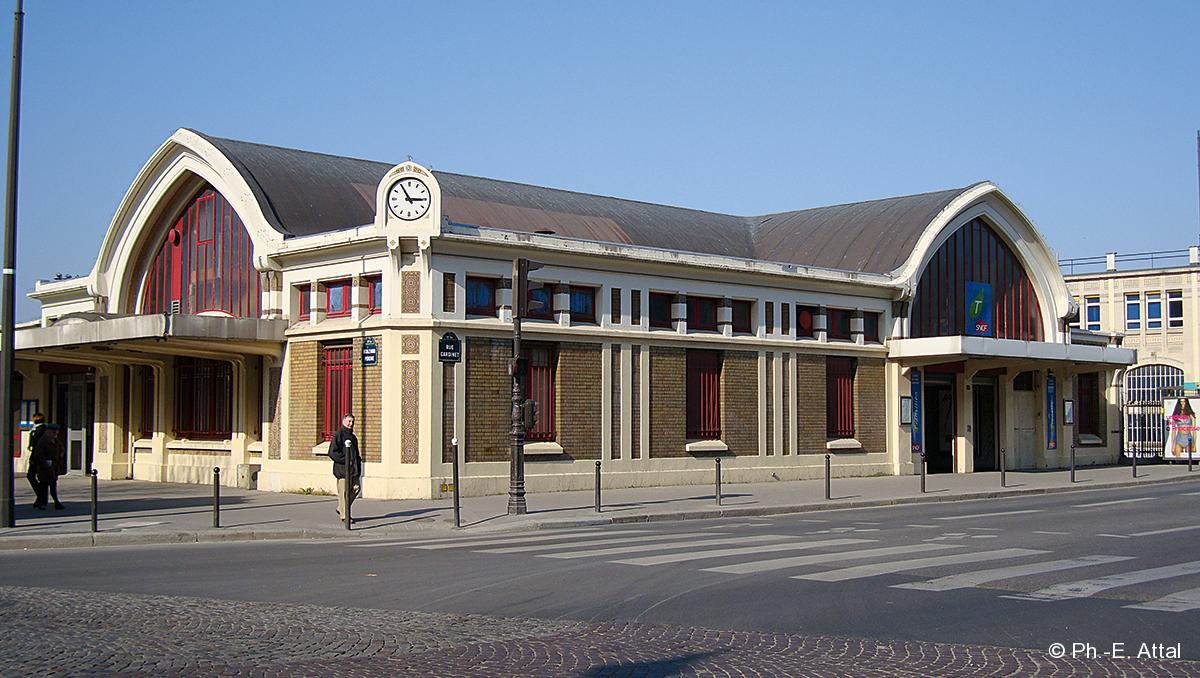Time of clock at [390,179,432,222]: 2:55
